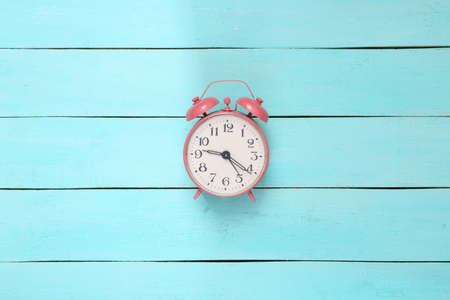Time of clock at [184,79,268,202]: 9:20
